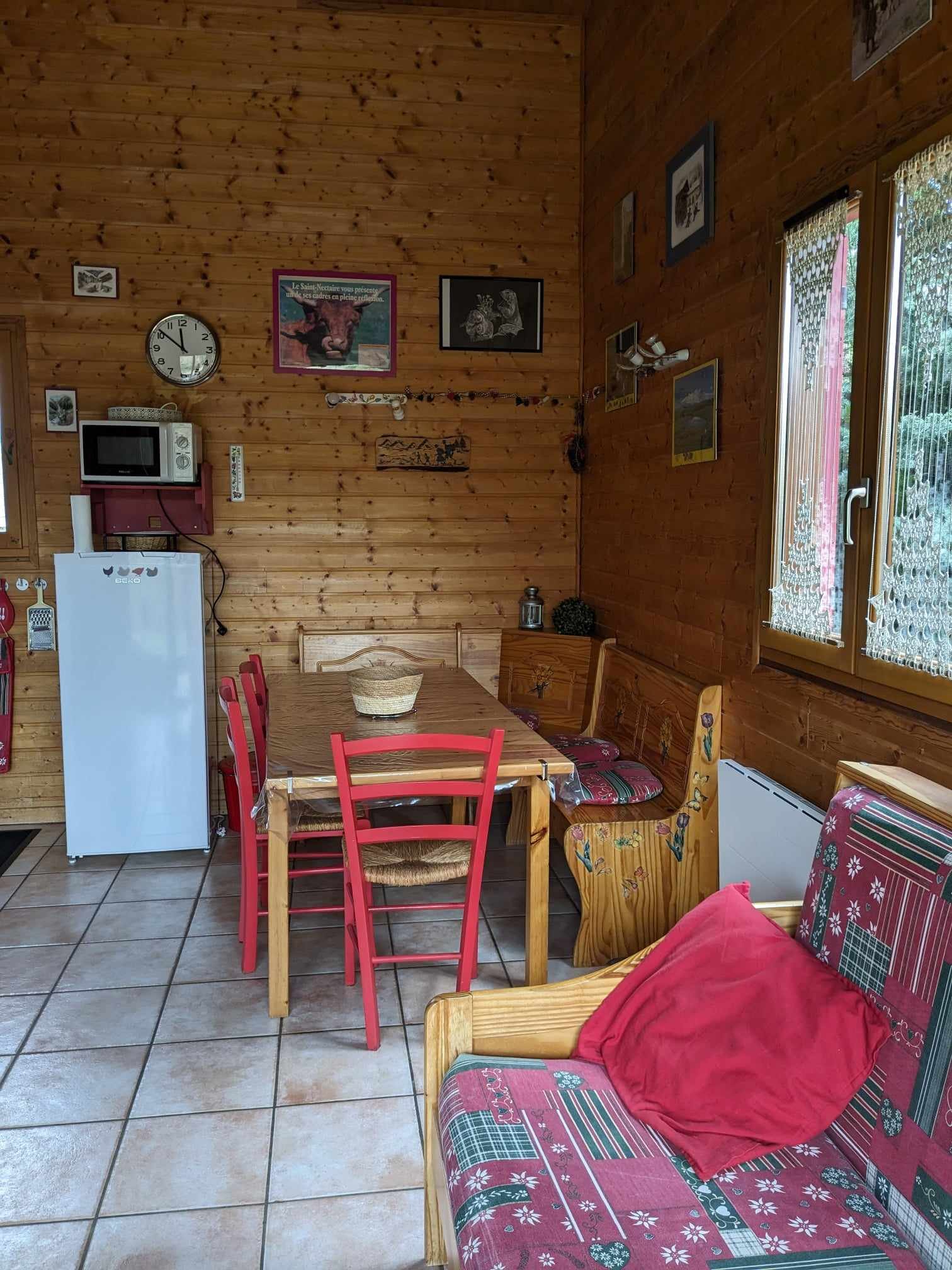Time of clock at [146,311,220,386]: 11:51
